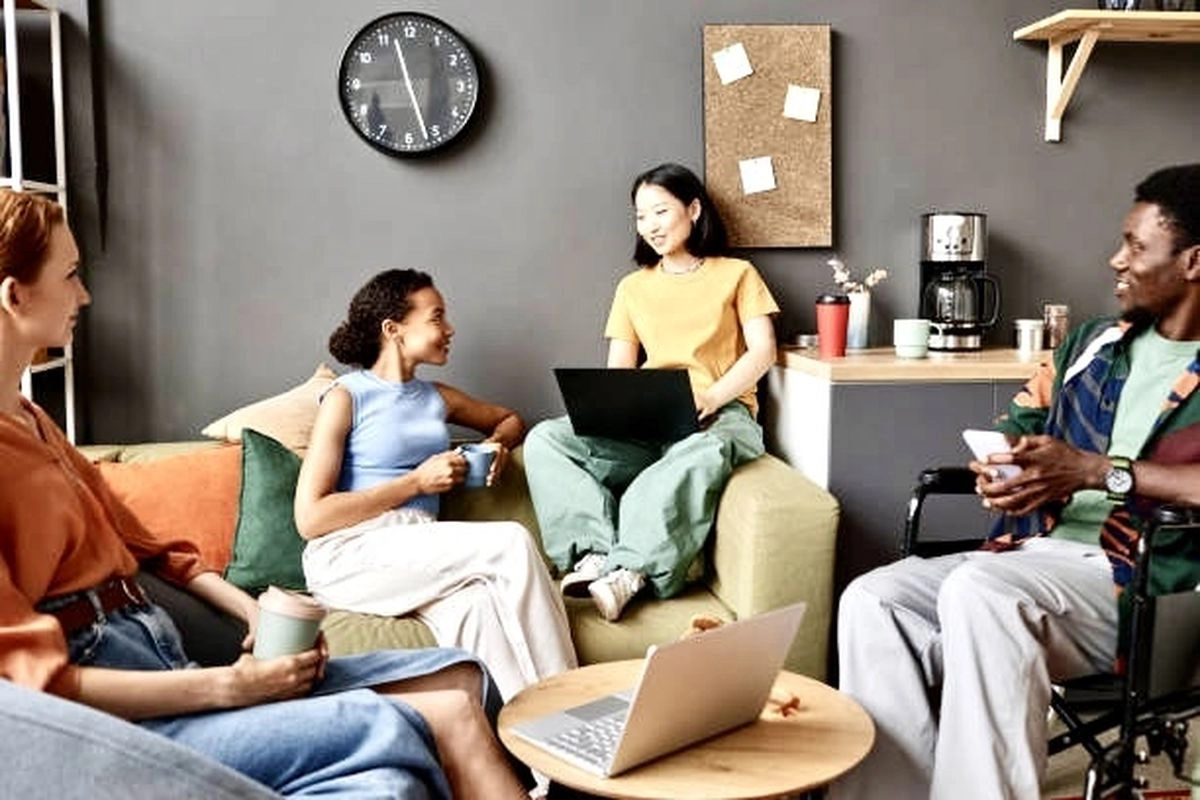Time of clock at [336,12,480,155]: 11:26
